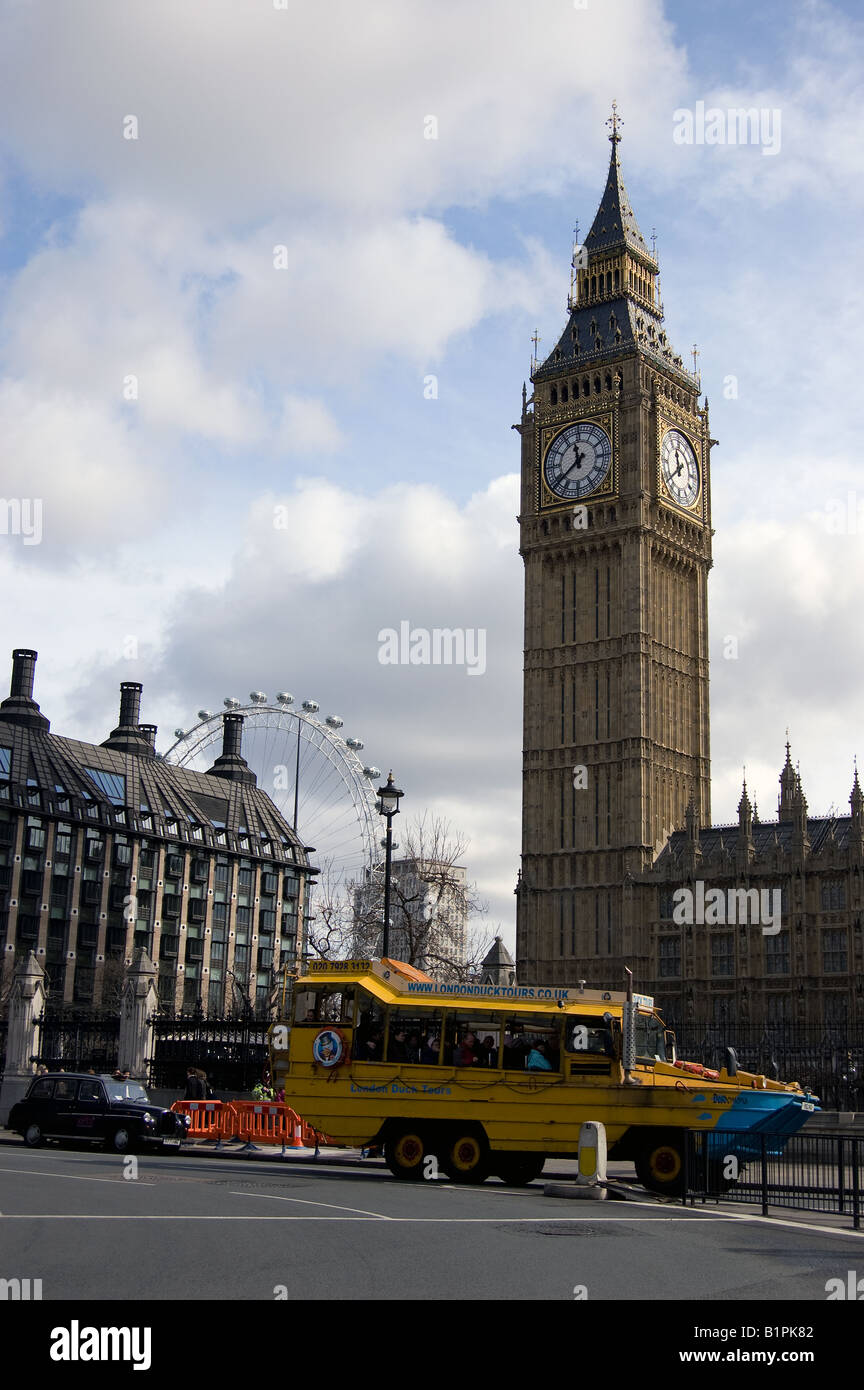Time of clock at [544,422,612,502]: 11:38
